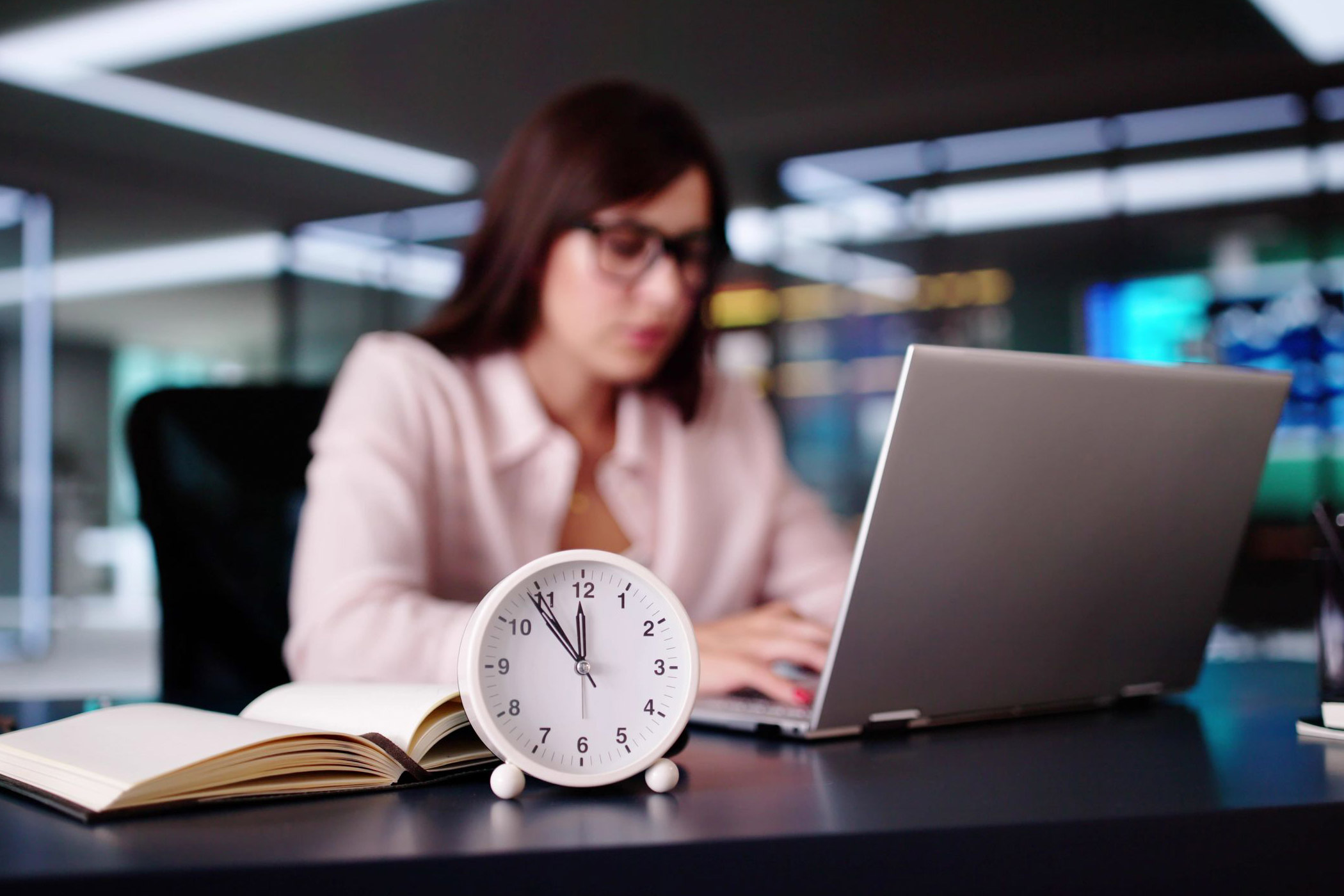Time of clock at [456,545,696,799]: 11:53
